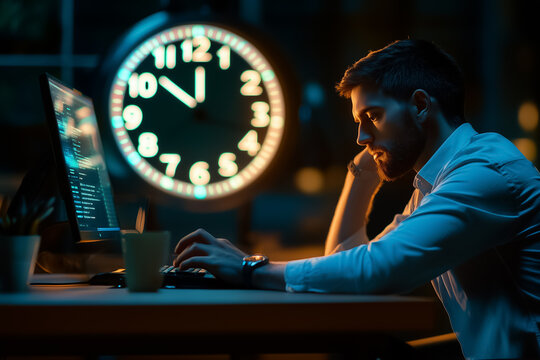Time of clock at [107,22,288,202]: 11:52
